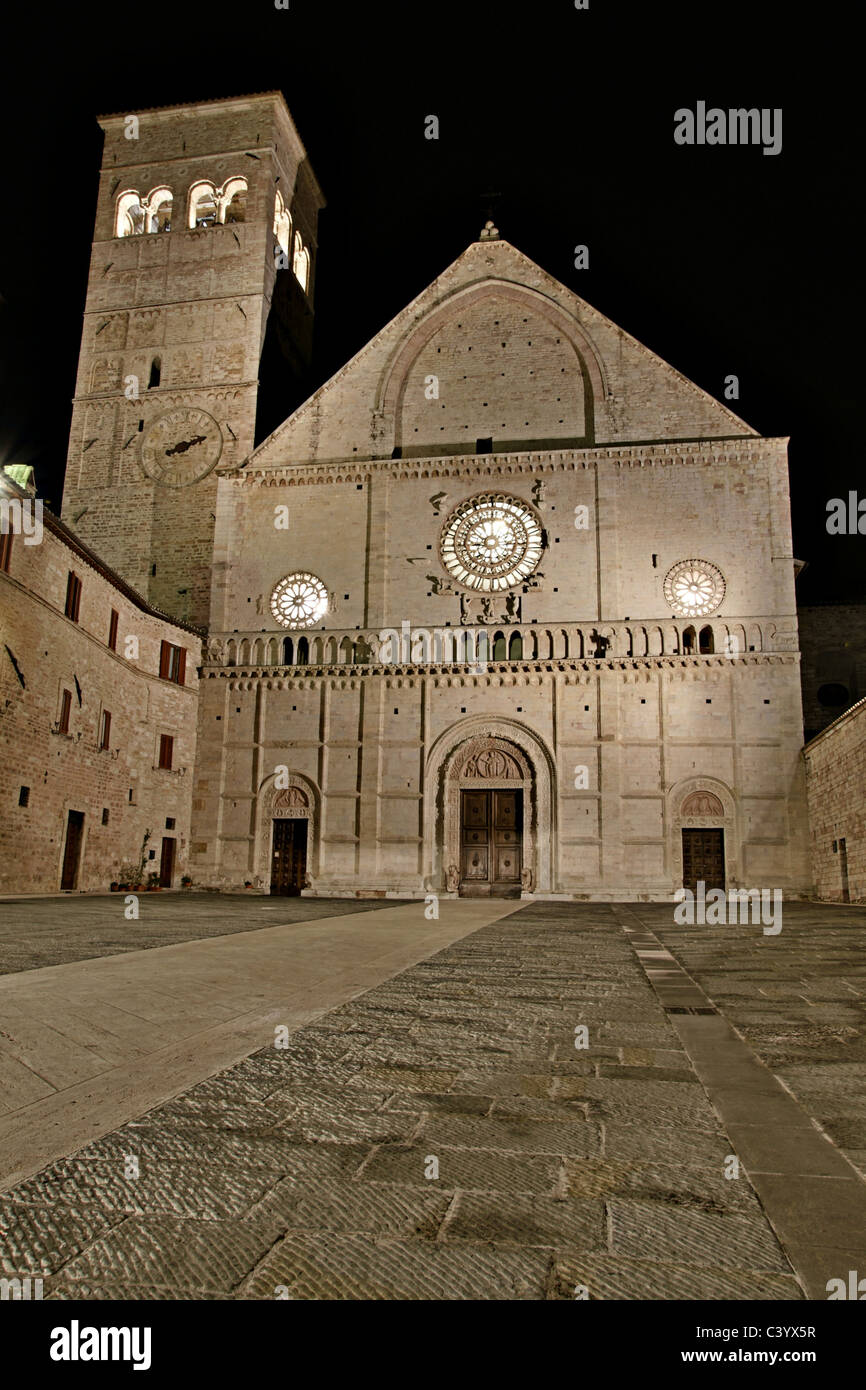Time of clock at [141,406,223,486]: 2:11
